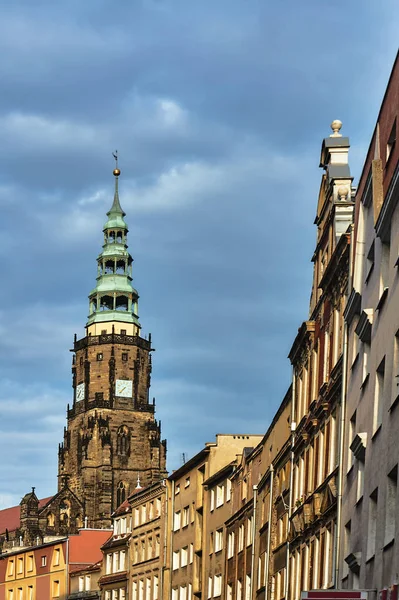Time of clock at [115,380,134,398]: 7:37
